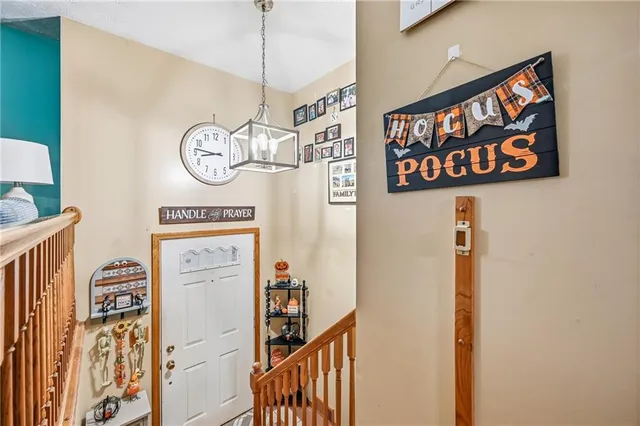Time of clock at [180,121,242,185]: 8:46
